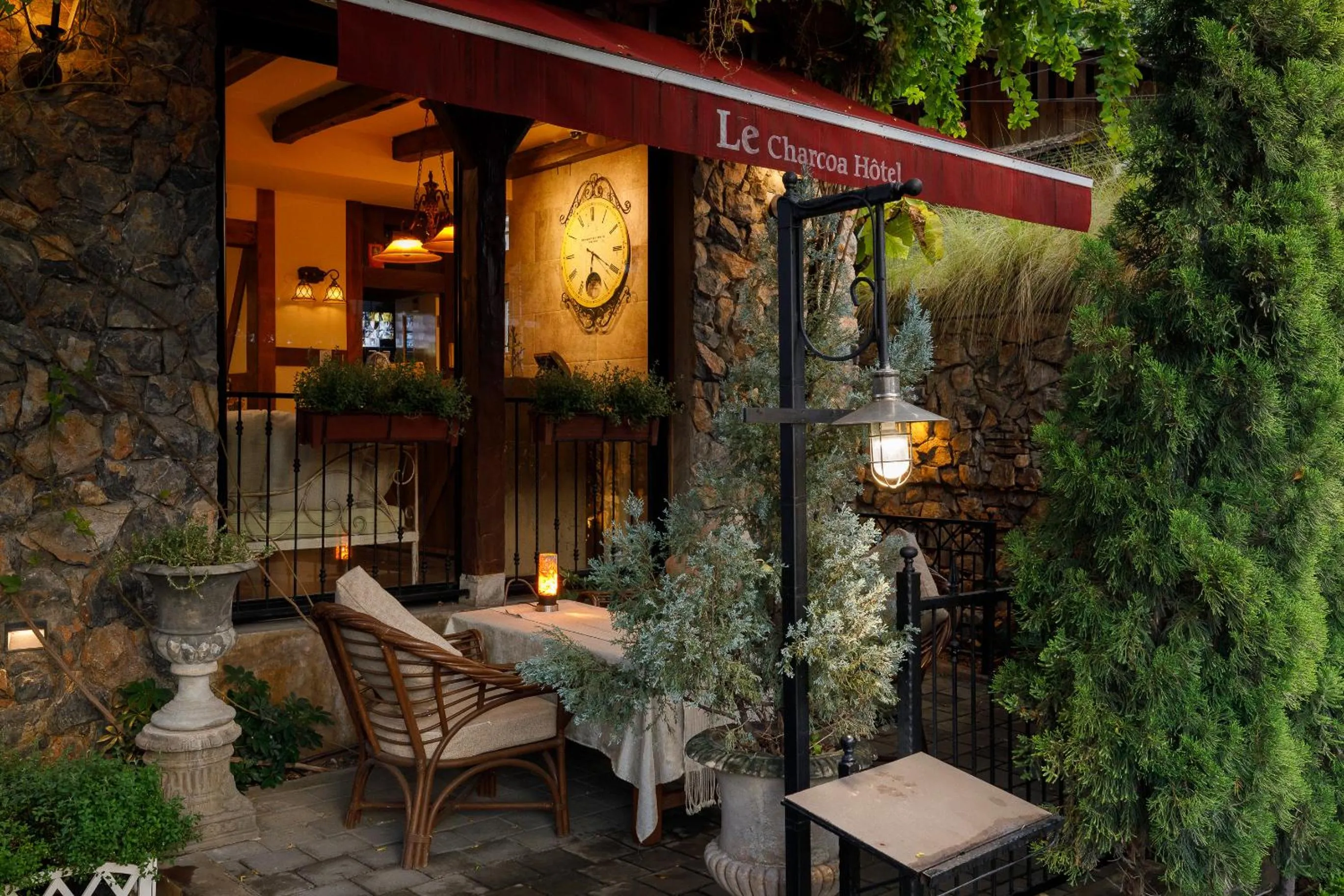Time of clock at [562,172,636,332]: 6:19
